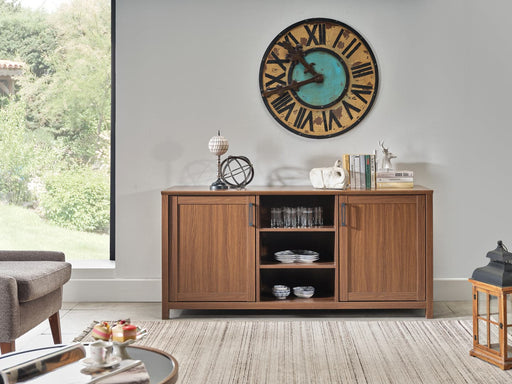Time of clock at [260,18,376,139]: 10:42
